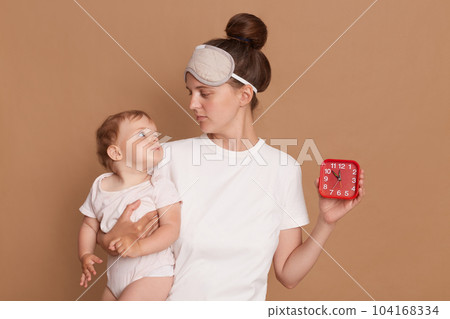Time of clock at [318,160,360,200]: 11:52
